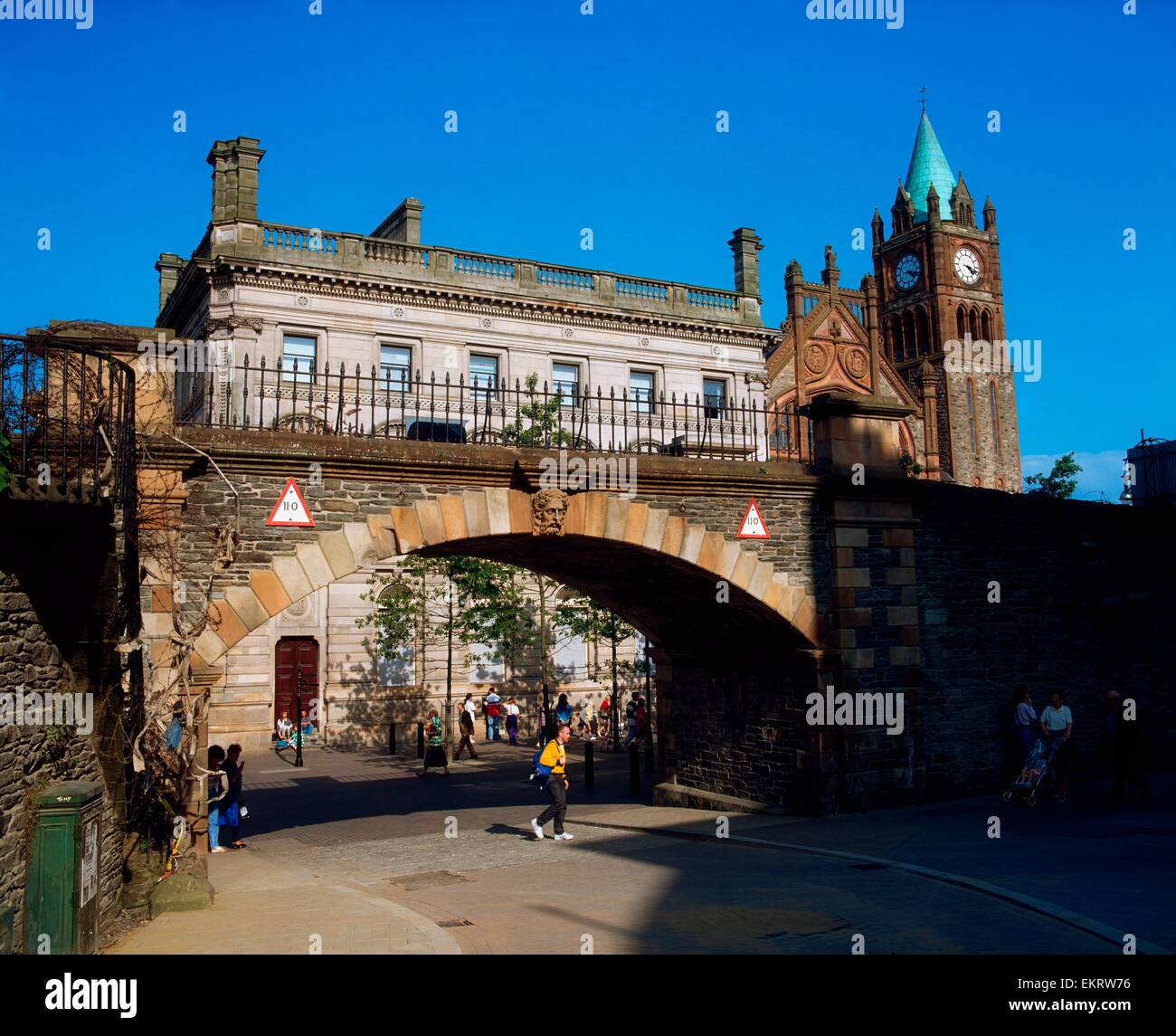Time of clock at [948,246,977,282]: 4:17
